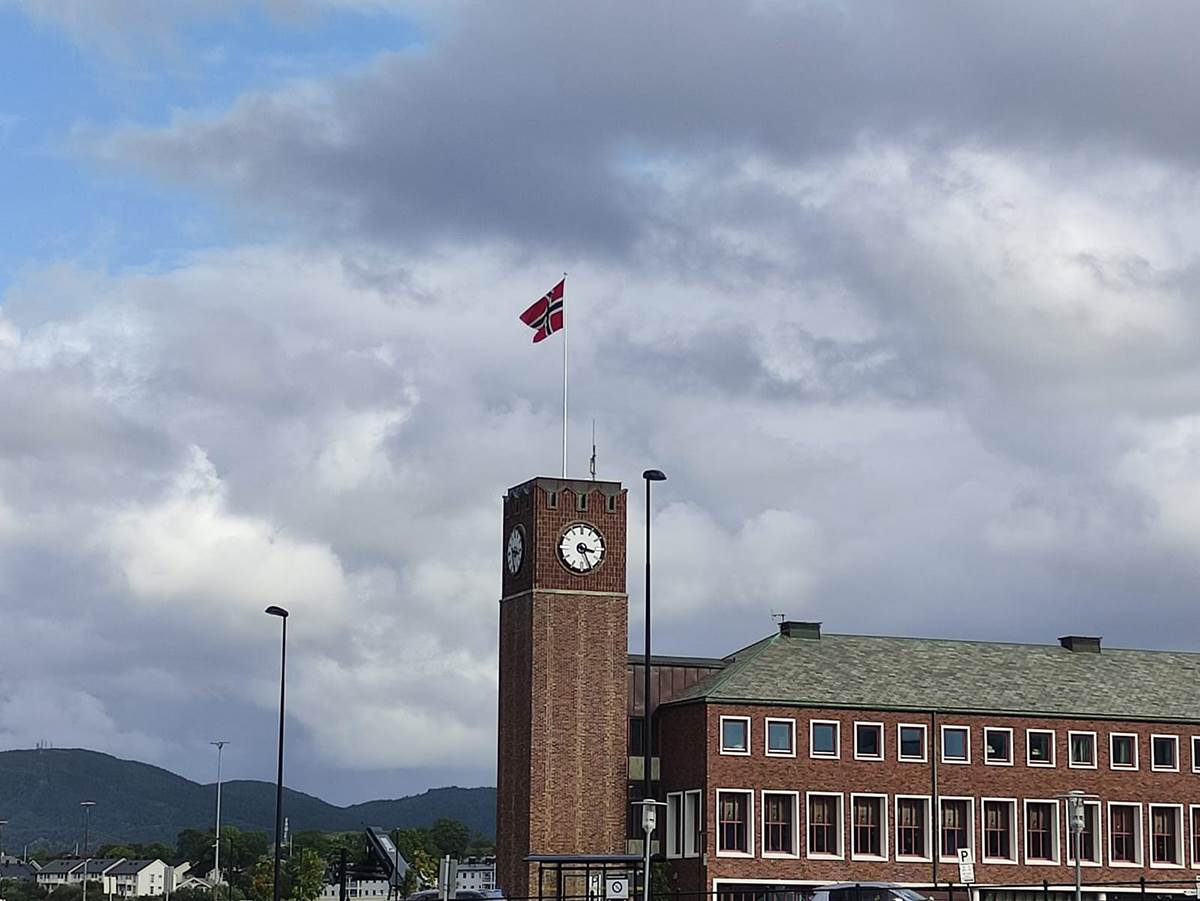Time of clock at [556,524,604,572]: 3:25
